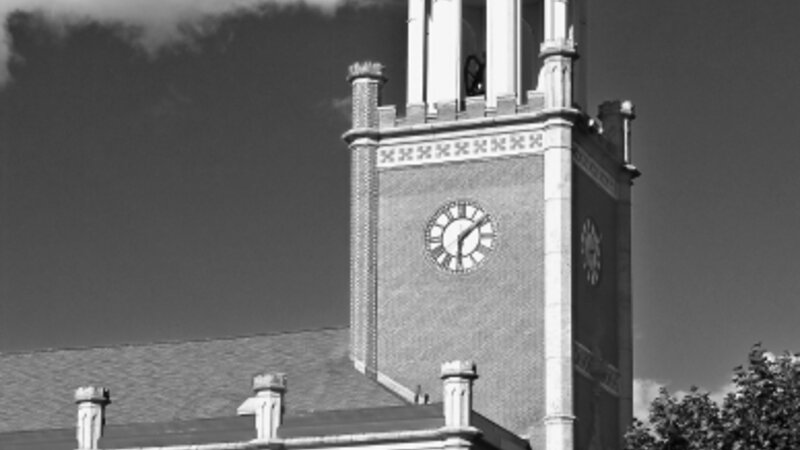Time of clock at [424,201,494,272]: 6:08
